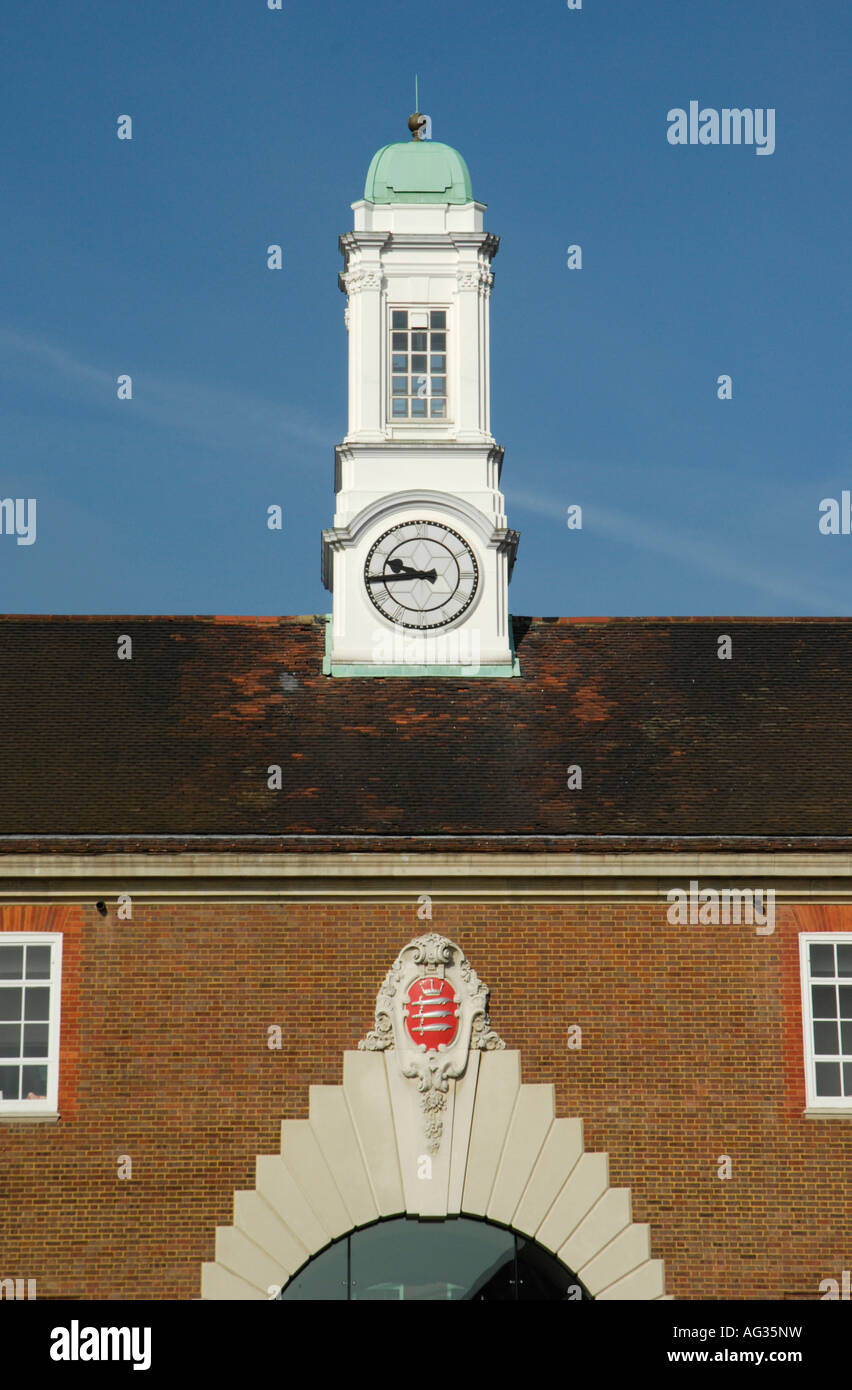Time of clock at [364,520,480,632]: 9:43
